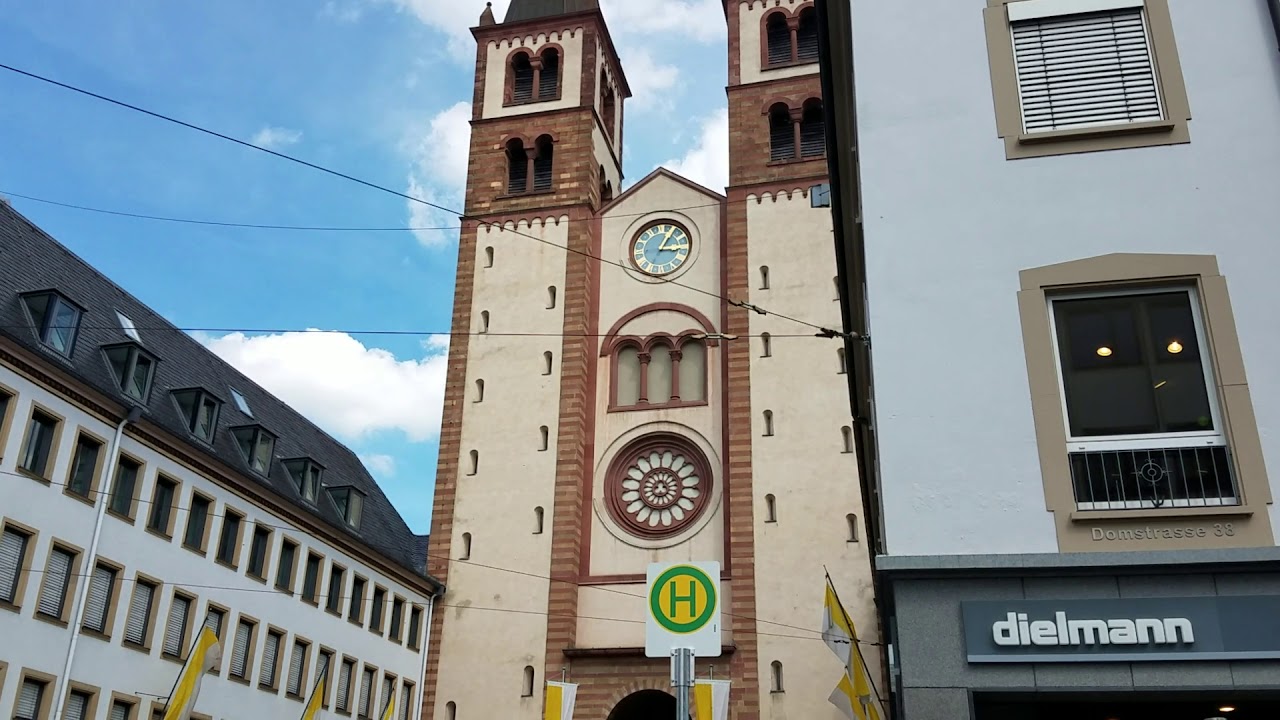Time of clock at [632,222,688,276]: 3:04
